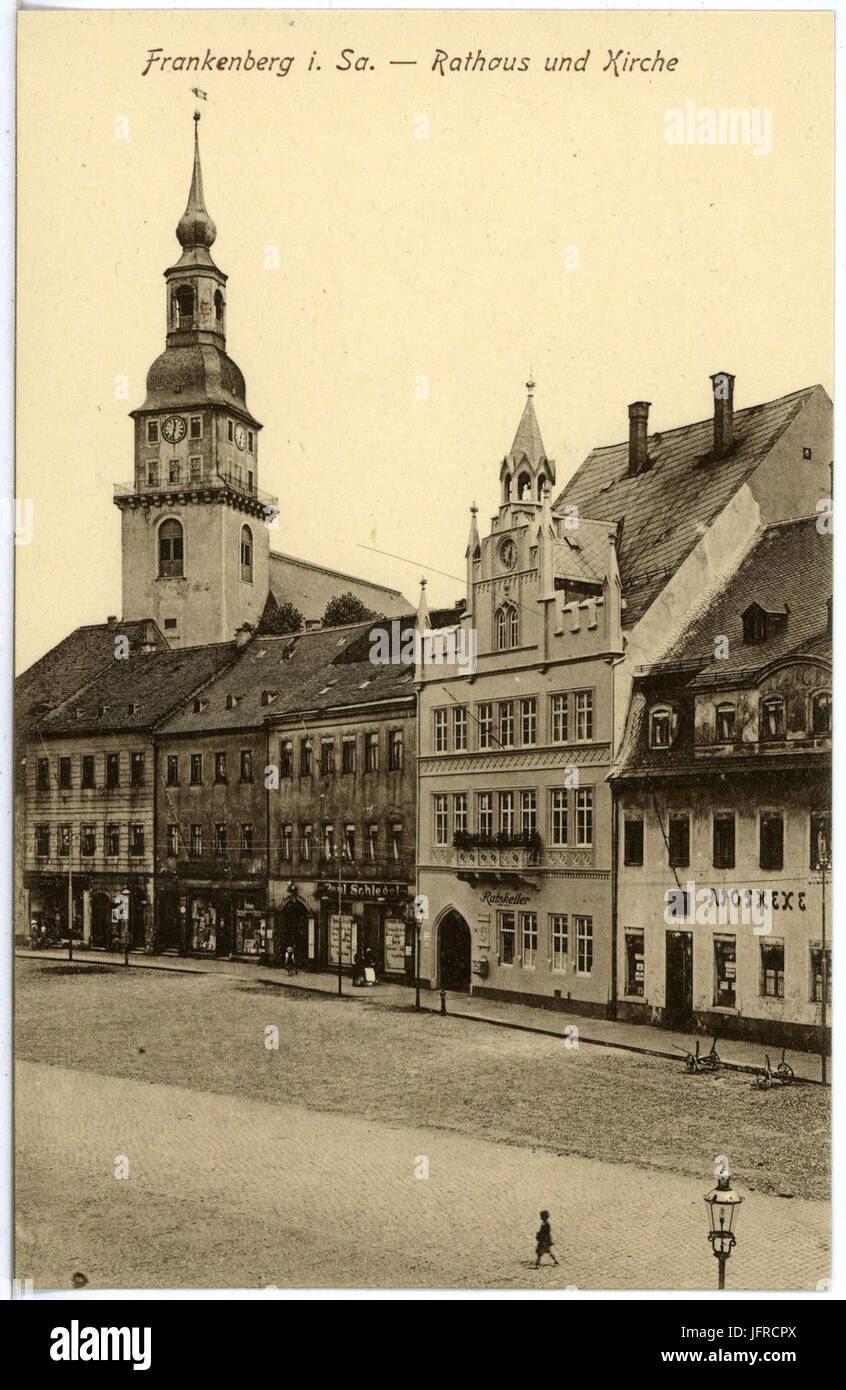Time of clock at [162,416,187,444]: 12:32
